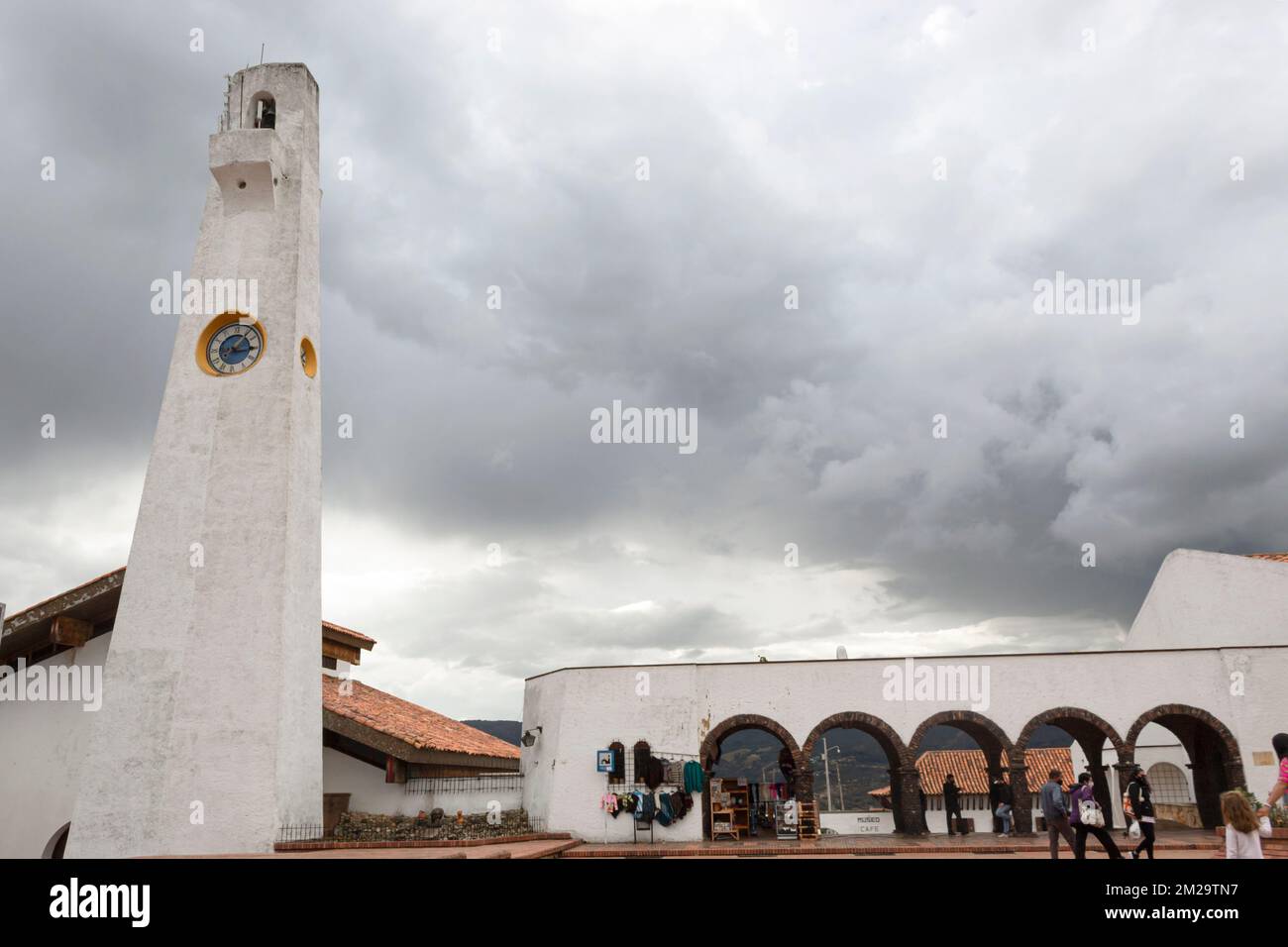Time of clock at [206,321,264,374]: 3:06
